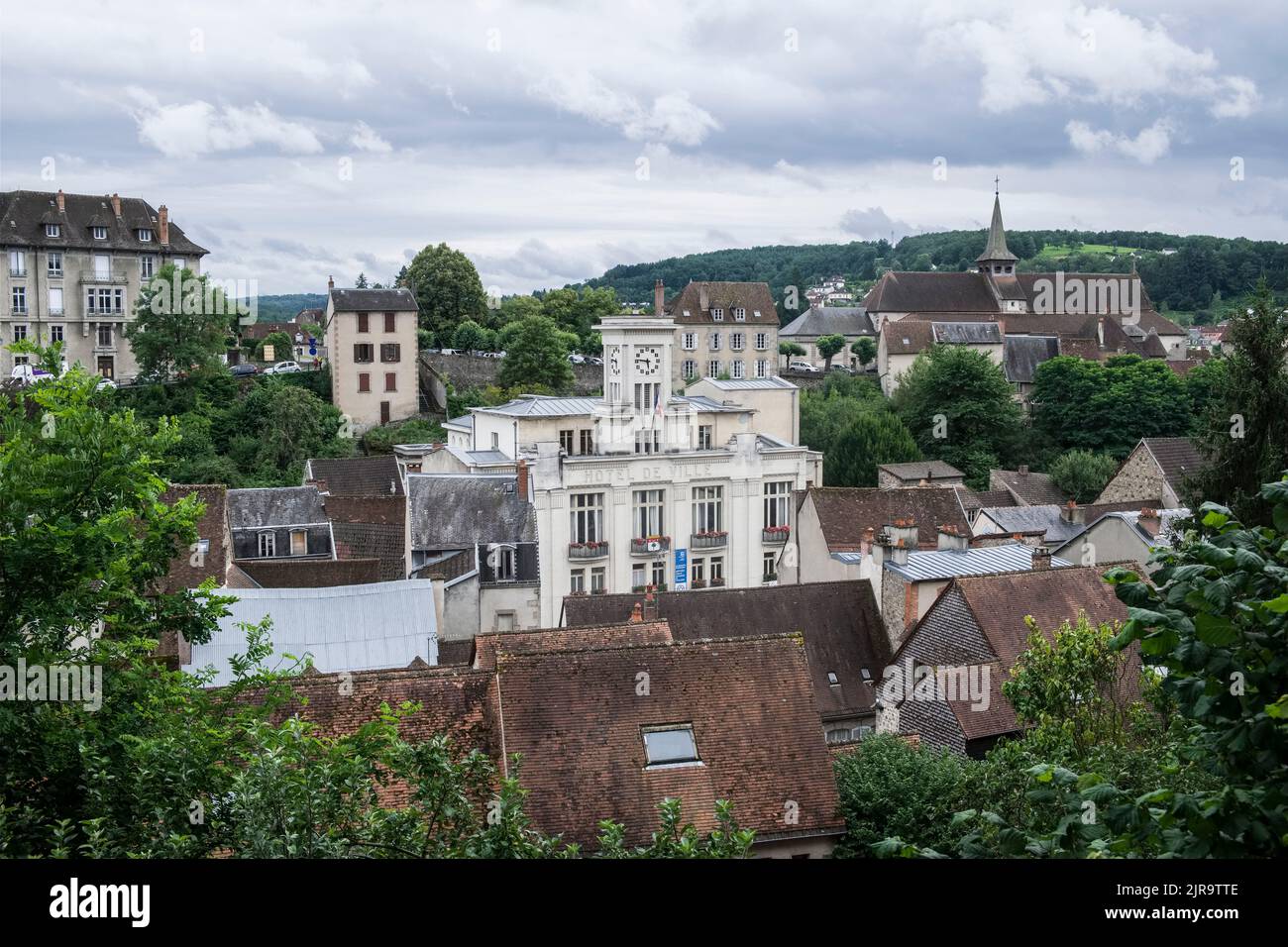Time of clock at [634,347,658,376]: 5:46
